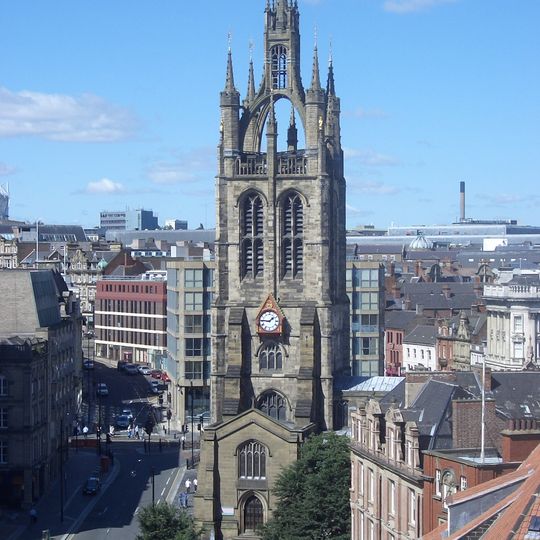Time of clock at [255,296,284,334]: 1:46
